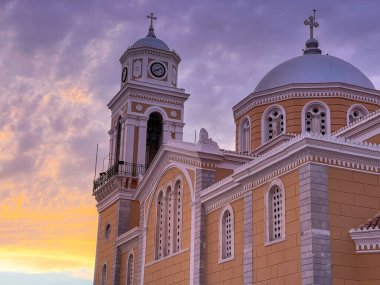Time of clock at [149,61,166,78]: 8:11
